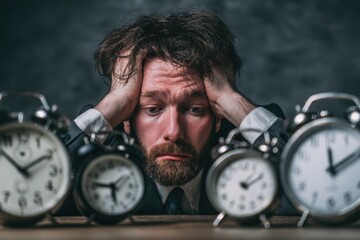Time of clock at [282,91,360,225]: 12:10
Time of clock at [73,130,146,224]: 5:46
